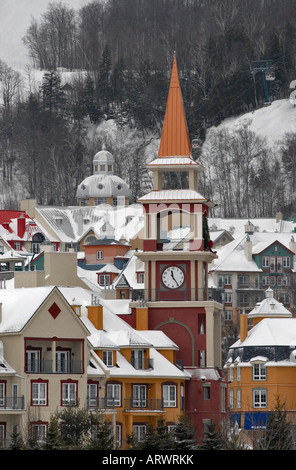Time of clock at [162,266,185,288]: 11:24
